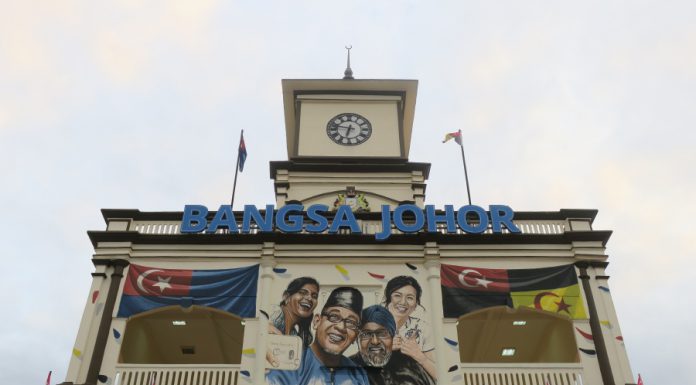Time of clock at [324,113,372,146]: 6:47
